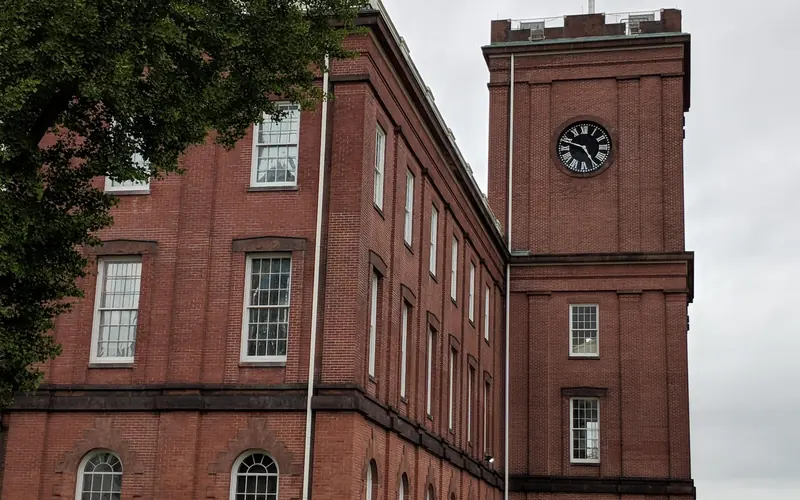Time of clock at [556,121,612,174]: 4:48
